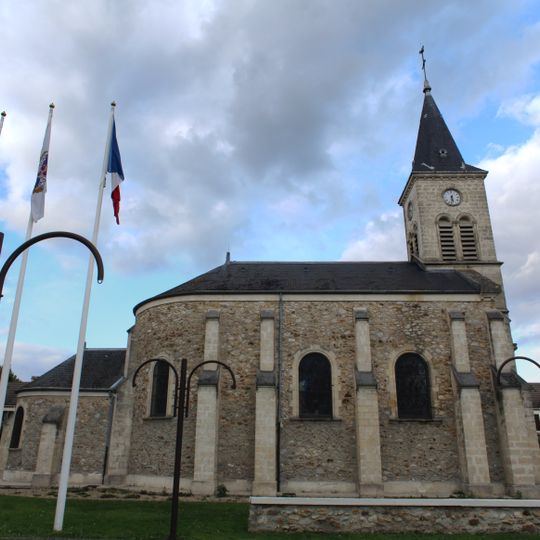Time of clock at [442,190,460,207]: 5:31
